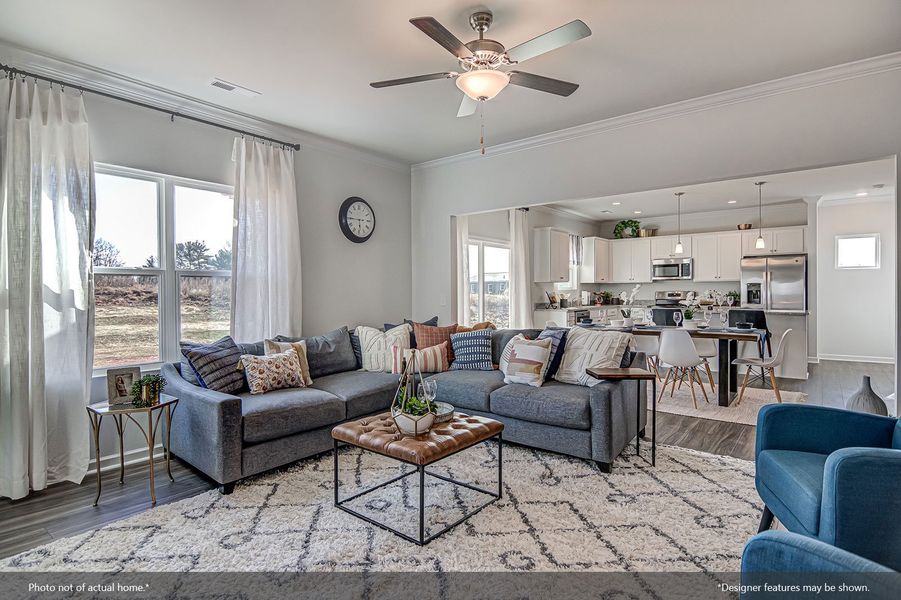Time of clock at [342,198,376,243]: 5:45
